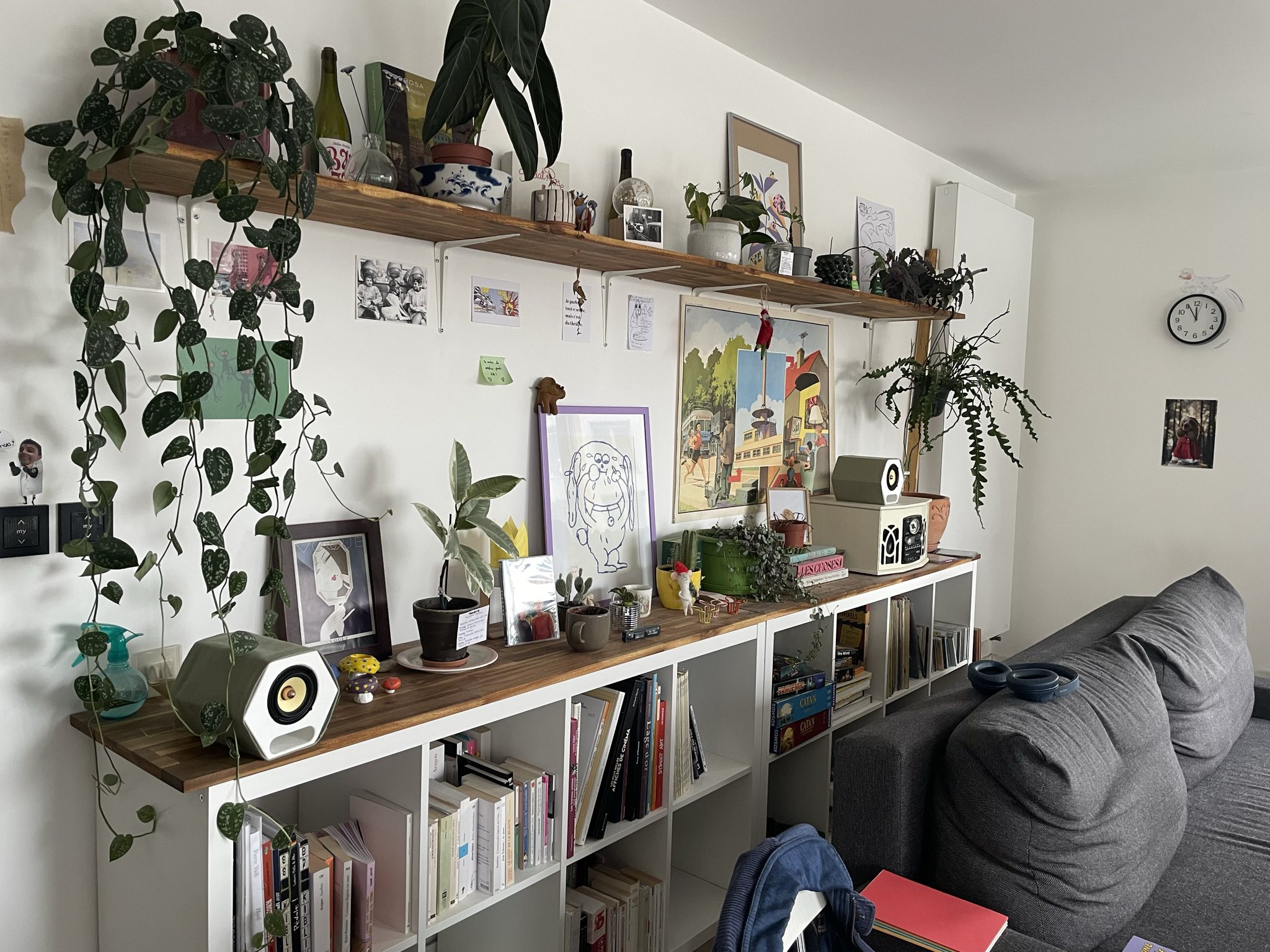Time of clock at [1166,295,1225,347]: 11:55
